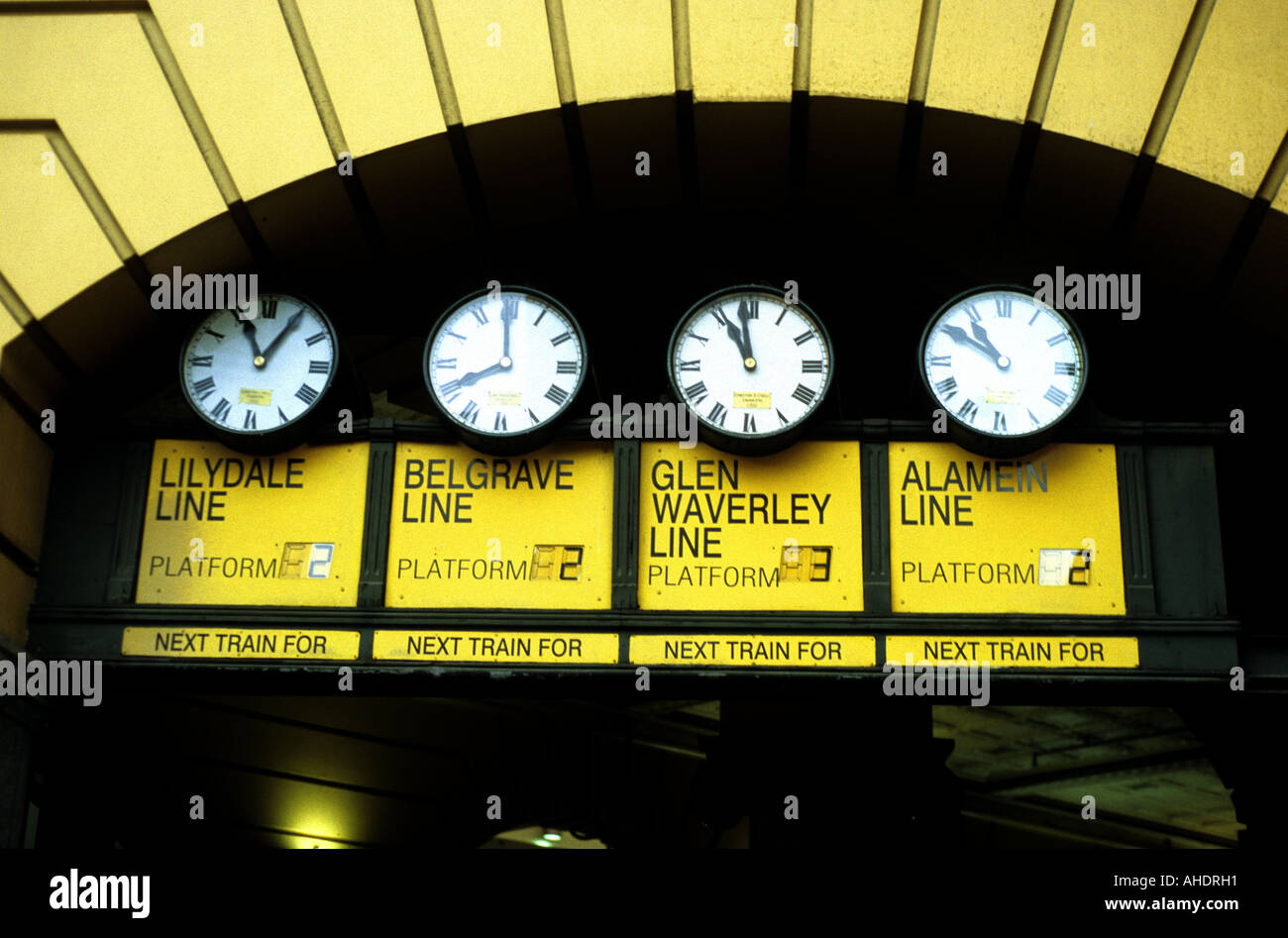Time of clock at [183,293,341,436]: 11:05
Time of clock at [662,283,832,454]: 10:58
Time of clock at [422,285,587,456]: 7:59
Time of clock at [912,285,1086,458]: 10:50
